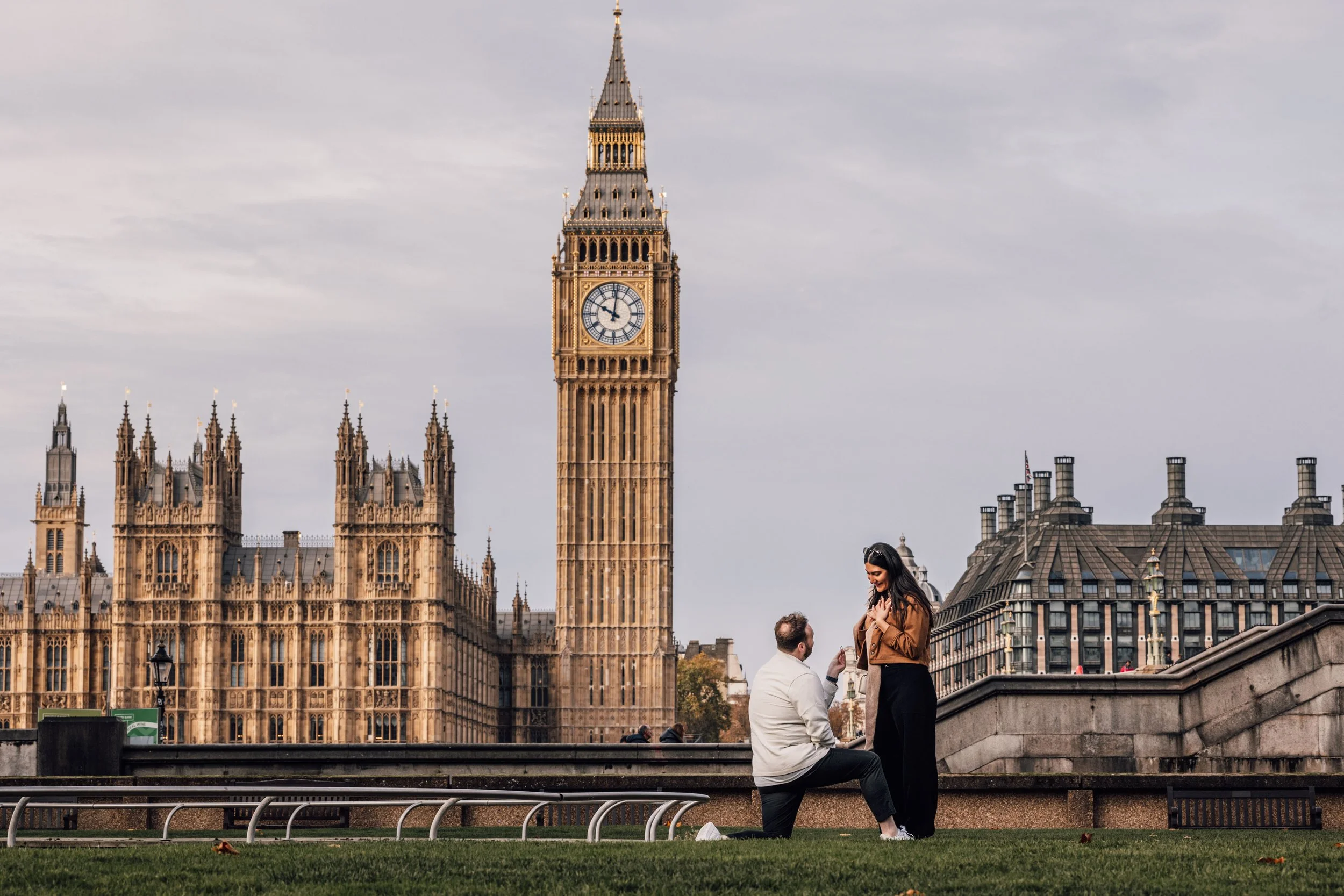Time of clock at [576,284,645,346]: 10:00
